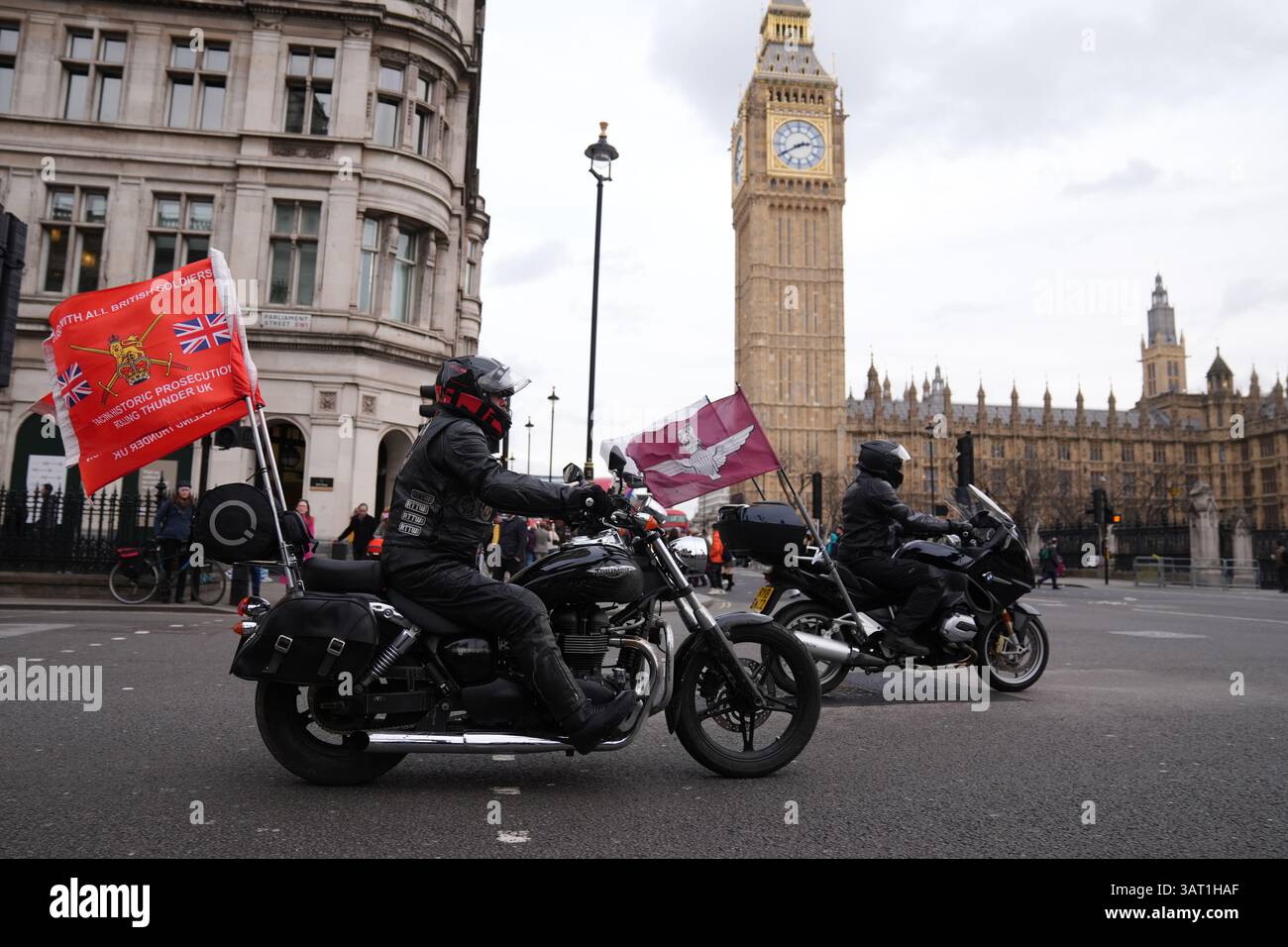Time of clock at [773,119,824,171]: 2:40
